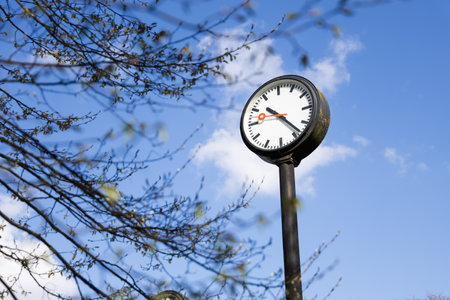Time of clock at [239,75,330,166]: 10:22
